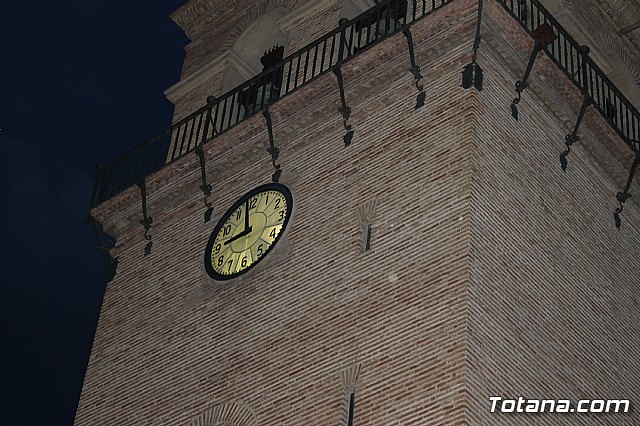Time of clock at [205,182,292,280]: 8:58
